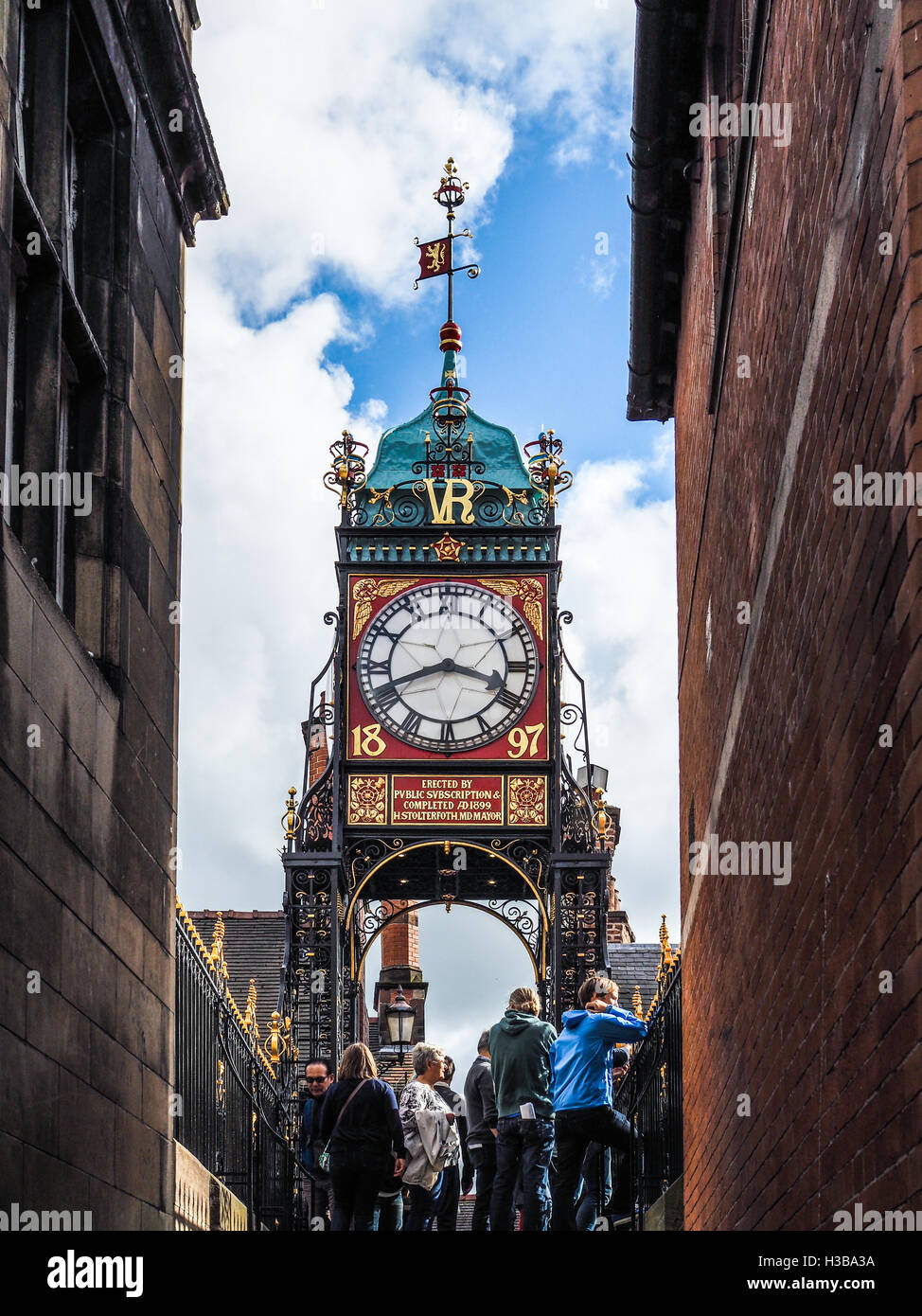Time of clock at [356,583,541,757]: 8:18
